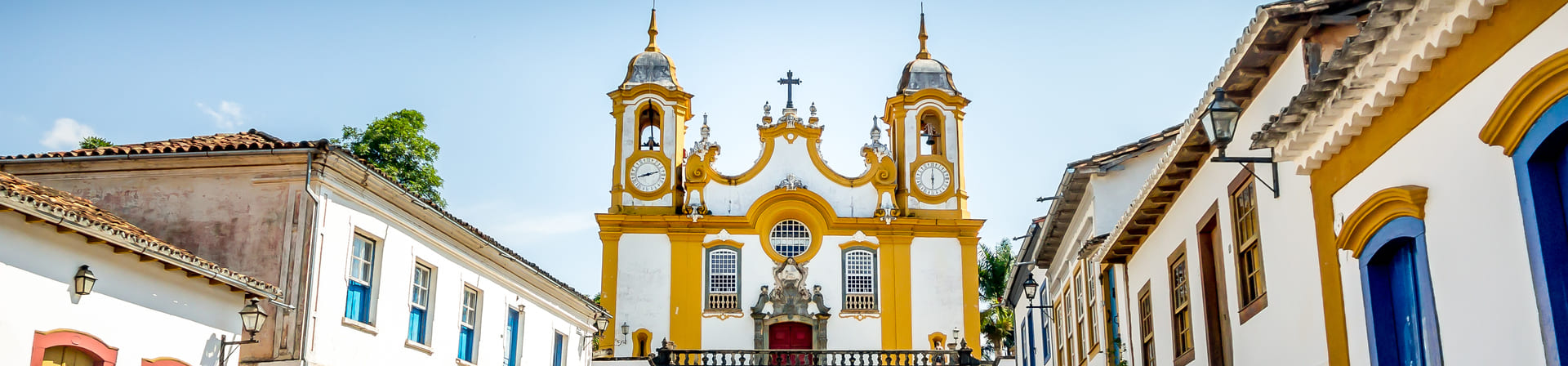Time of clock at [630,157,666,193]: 8:11
